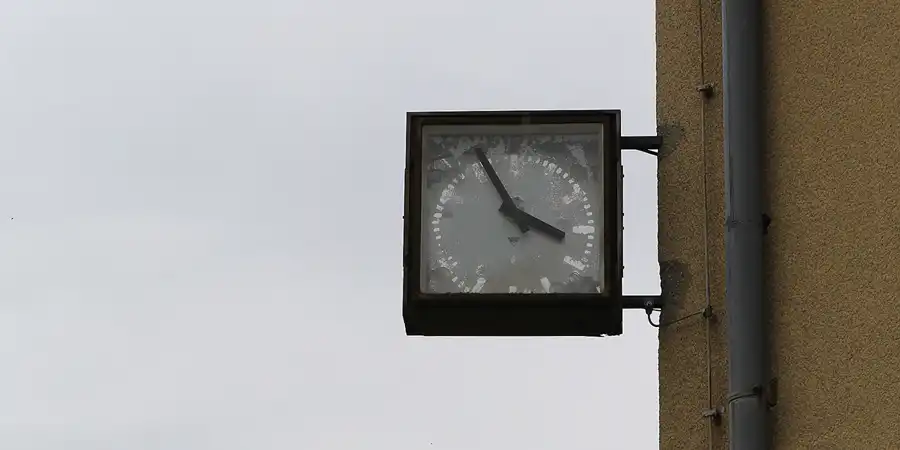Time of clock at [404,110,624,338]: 3:55
